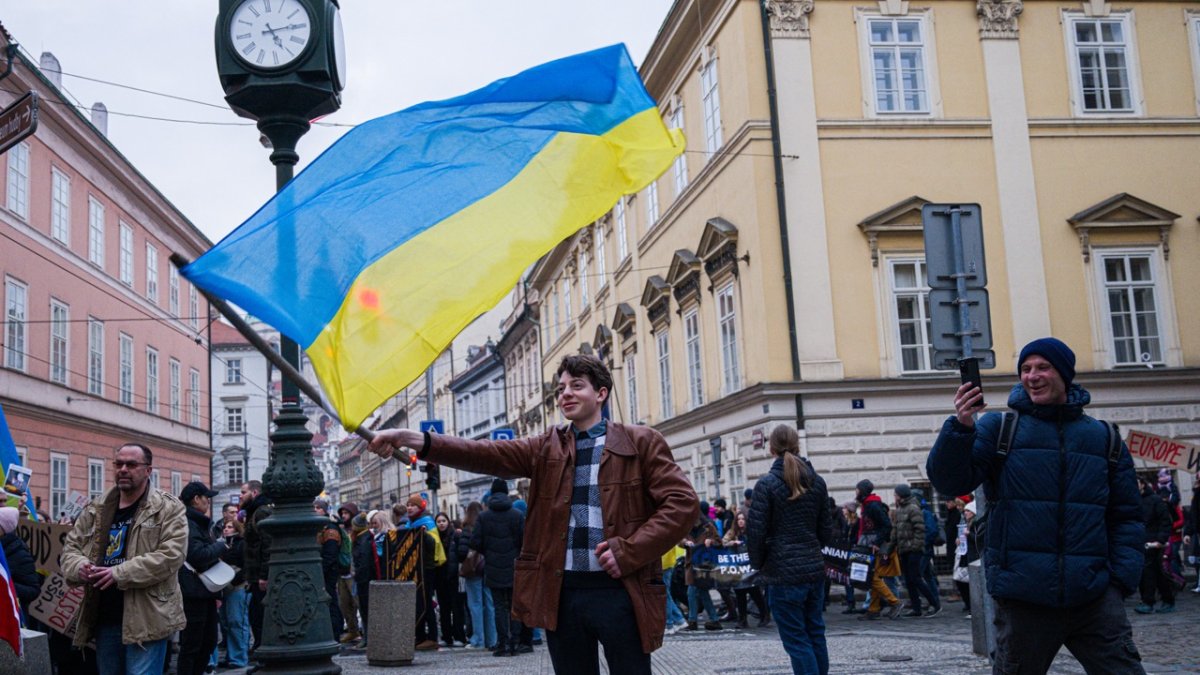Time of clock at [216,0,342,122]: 5:14
